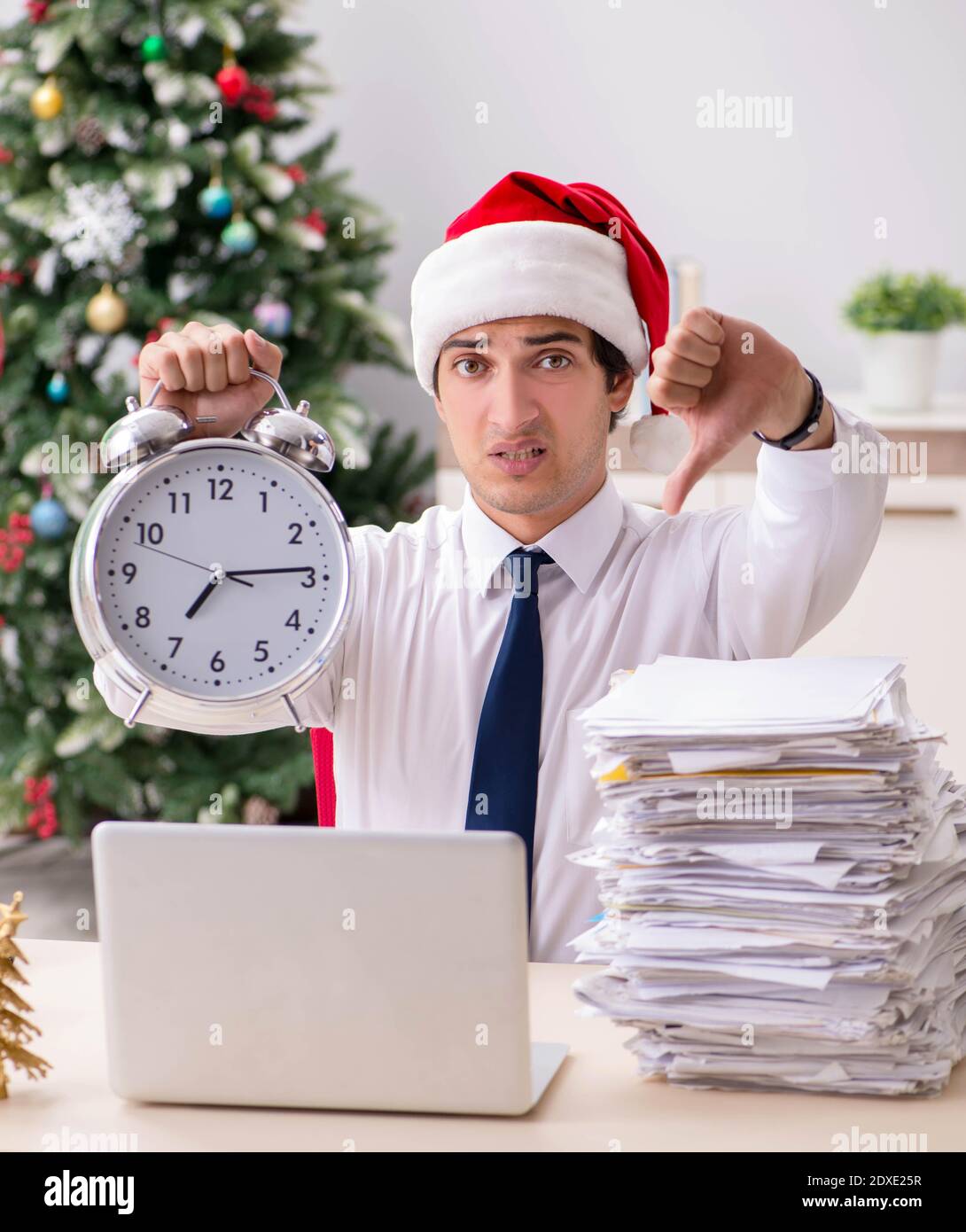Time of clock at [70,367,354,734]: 7:14
